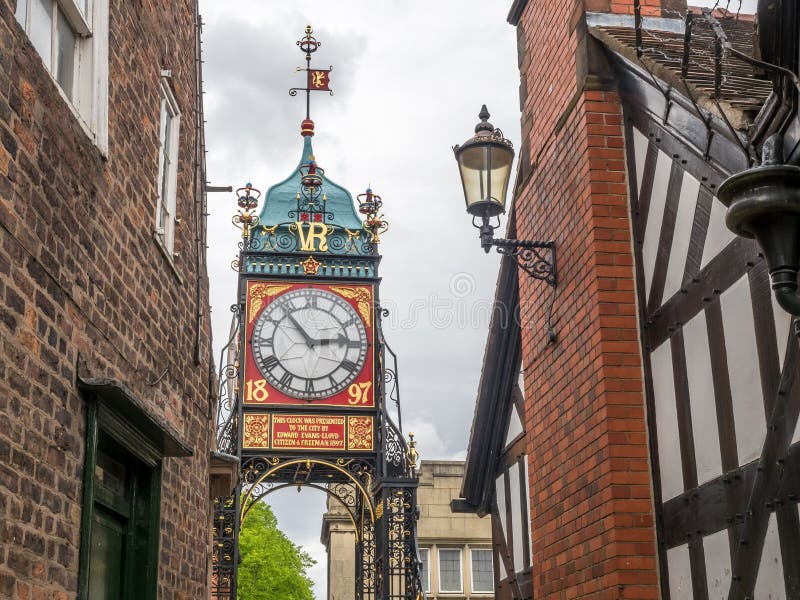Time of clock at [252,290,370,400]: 2:53
